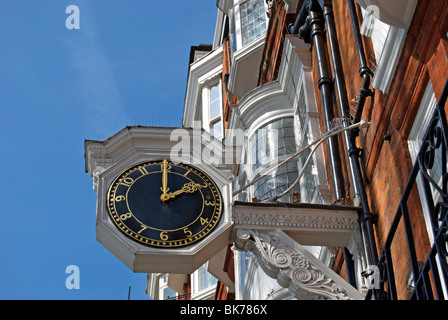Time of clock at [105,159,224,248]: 2:00
